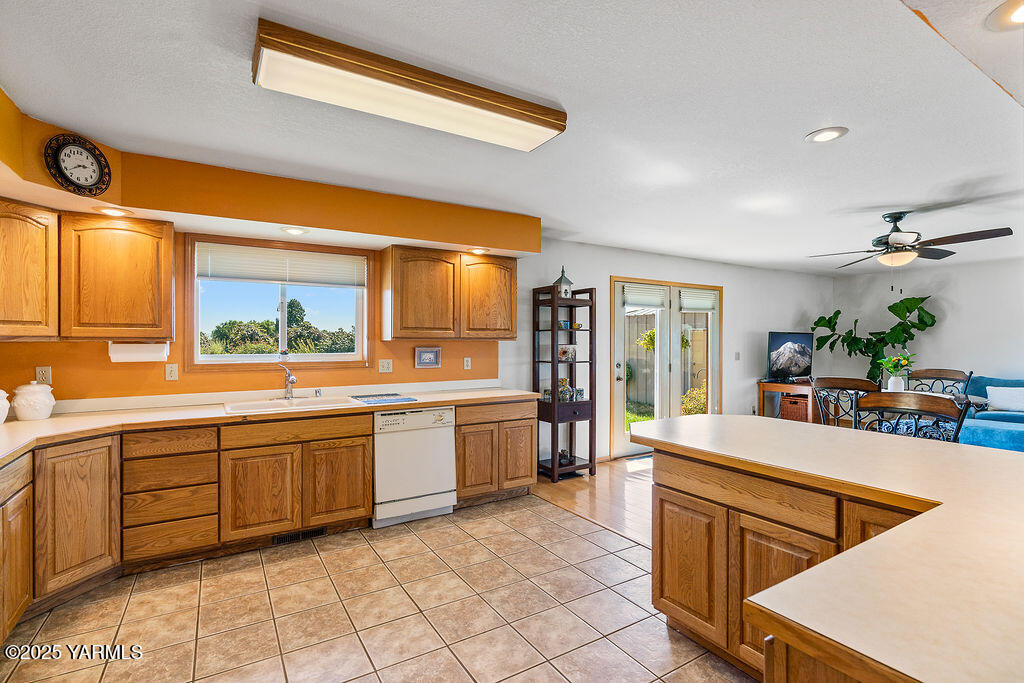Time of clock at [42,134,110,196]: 2:38
